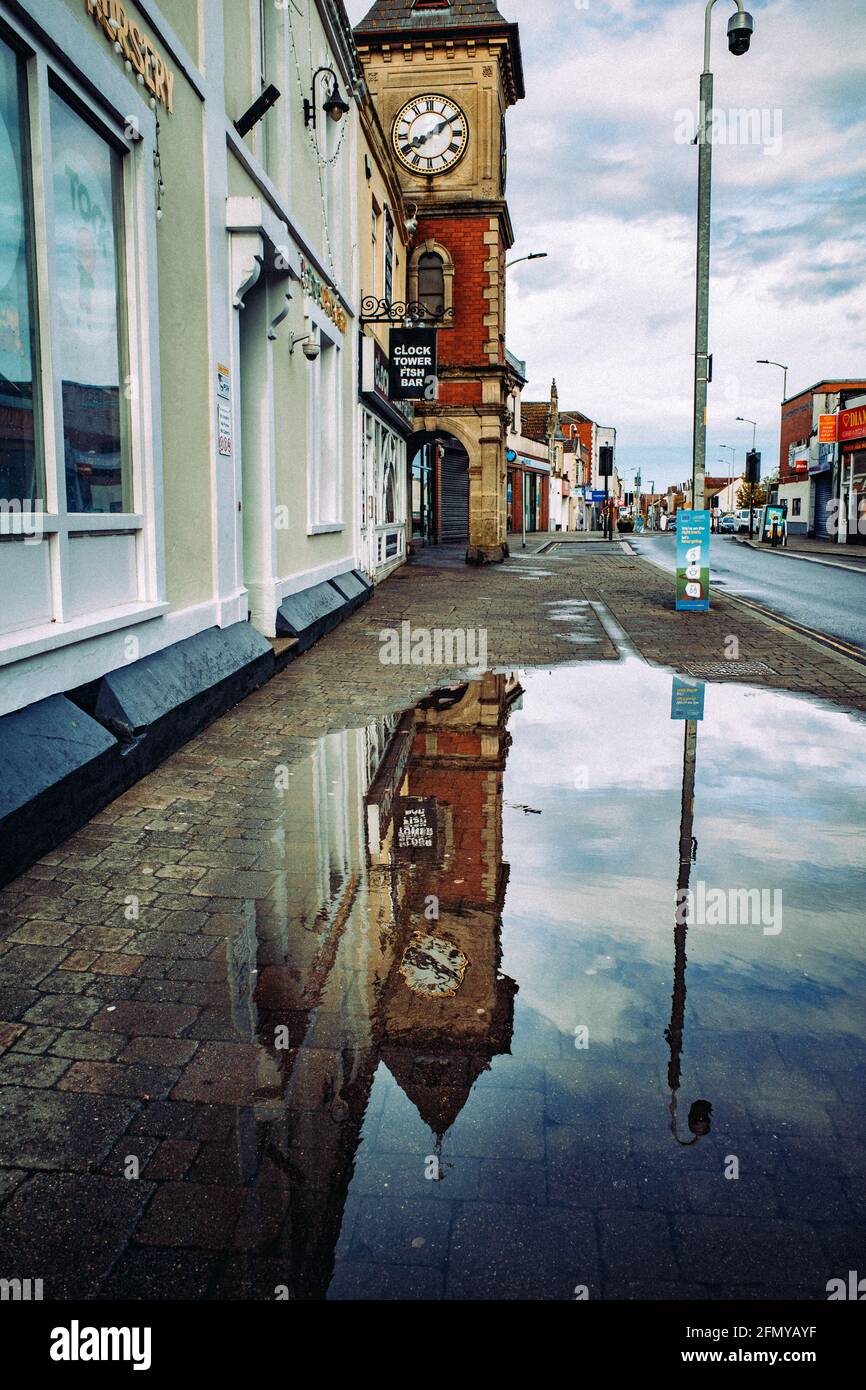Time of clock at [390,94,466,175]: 8:09
